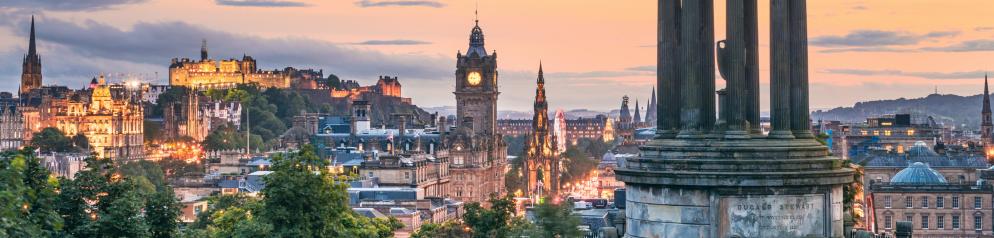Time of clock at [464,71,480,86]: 9:12
